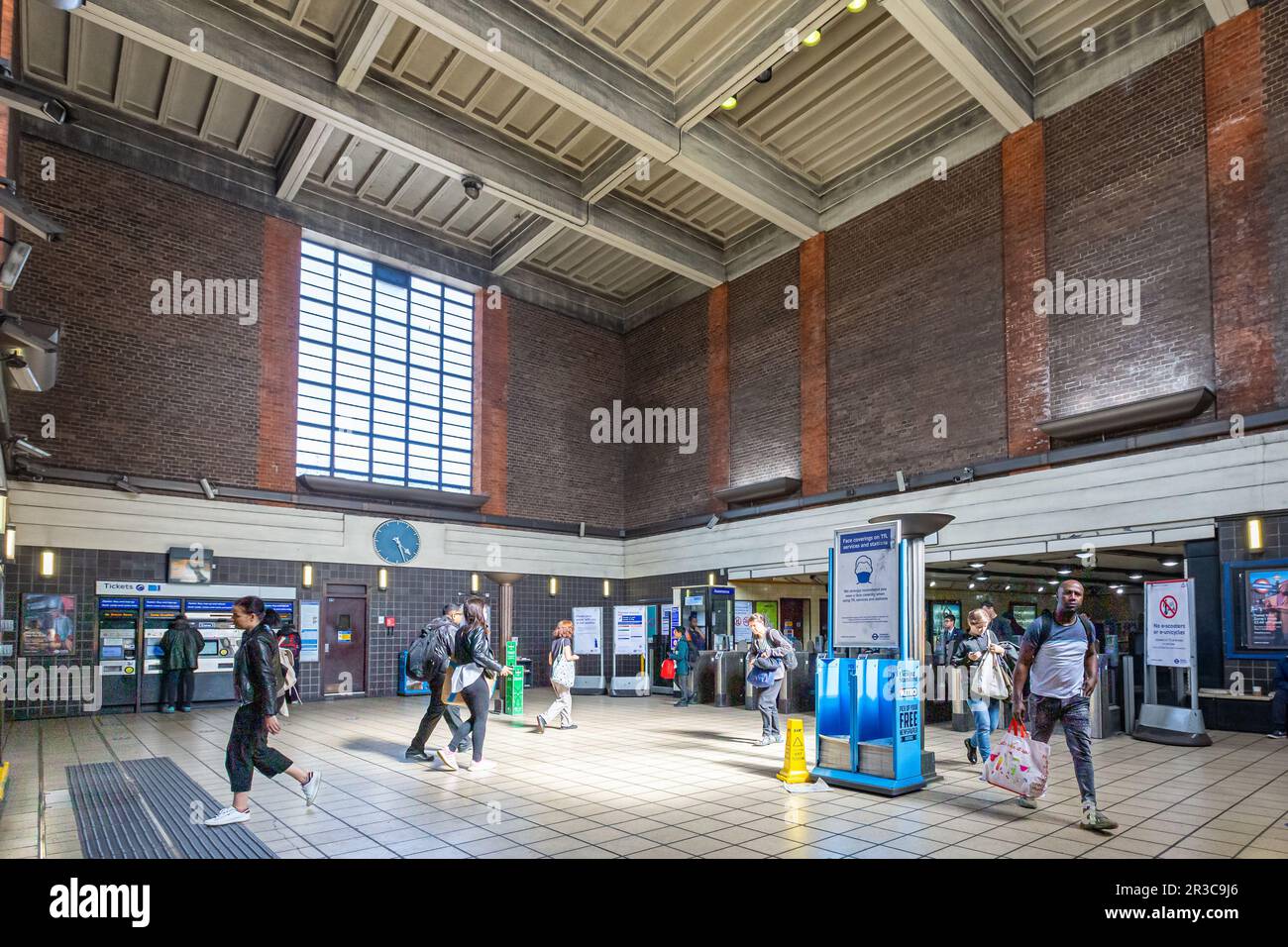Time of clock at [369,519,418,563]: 4:26
